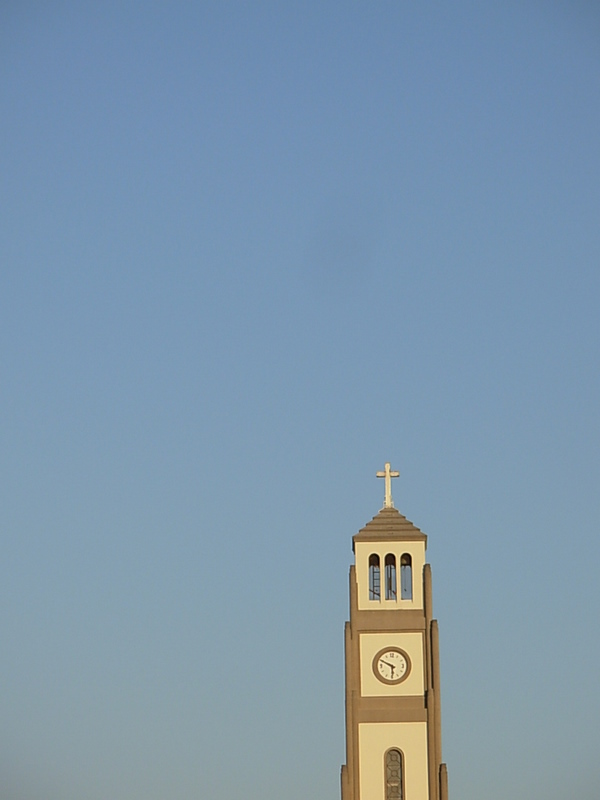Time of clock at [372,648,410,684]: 5:49
